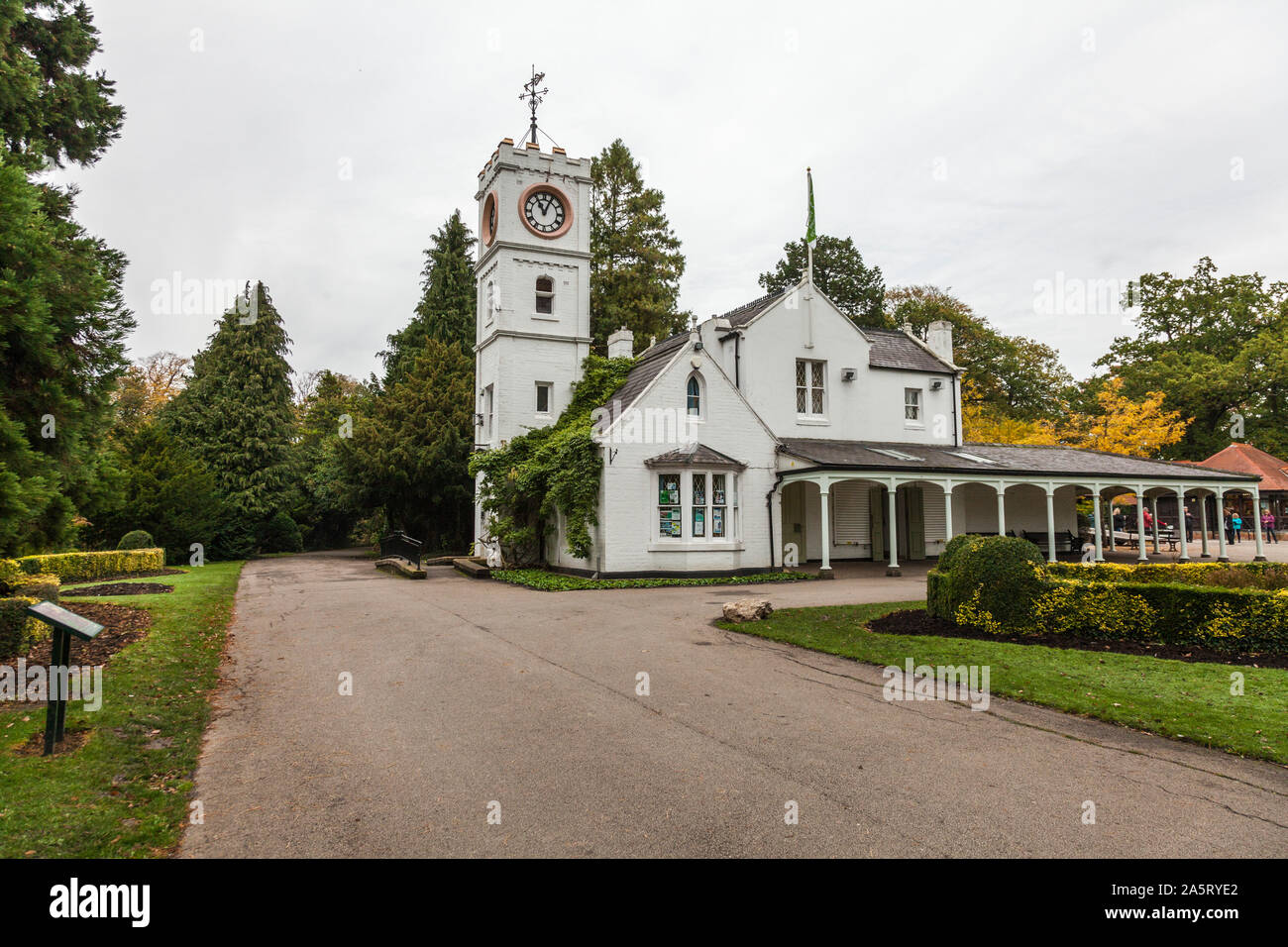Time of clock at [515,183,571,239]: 11:04
